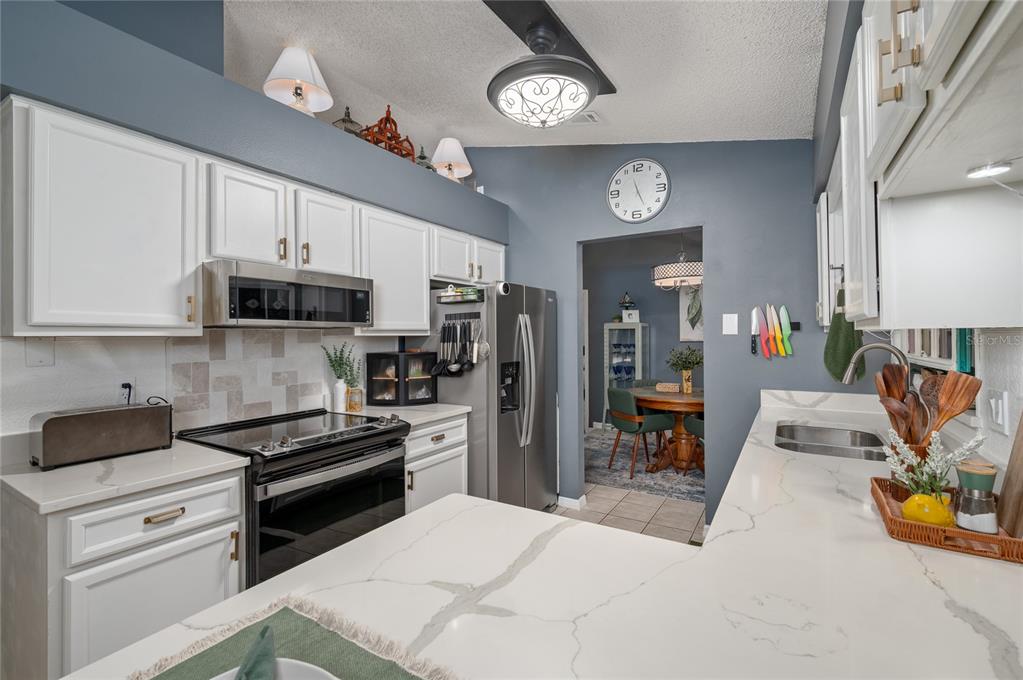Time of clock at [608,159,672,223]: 11:25
